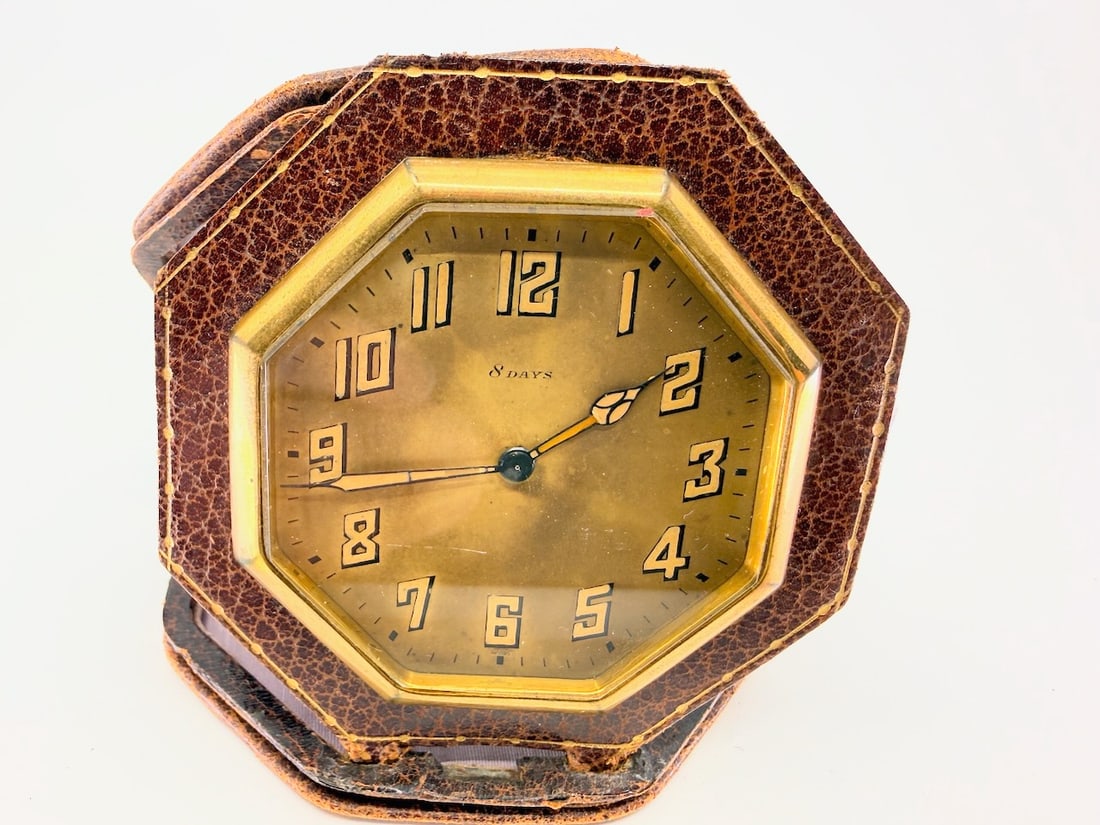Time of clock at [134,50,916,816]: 2:09
